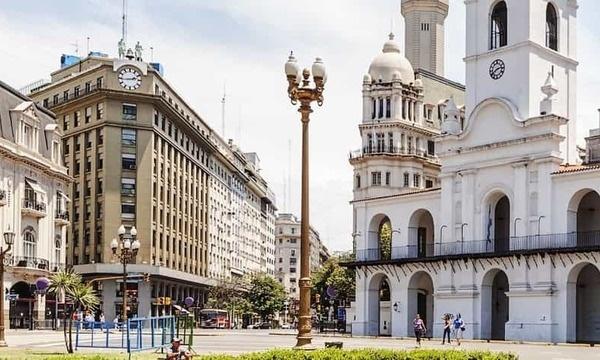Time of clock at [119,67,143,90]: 2:44
